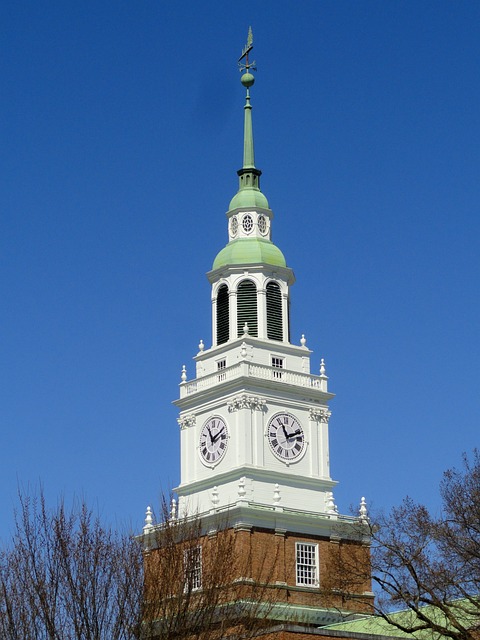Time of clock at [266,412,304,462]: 11:11
